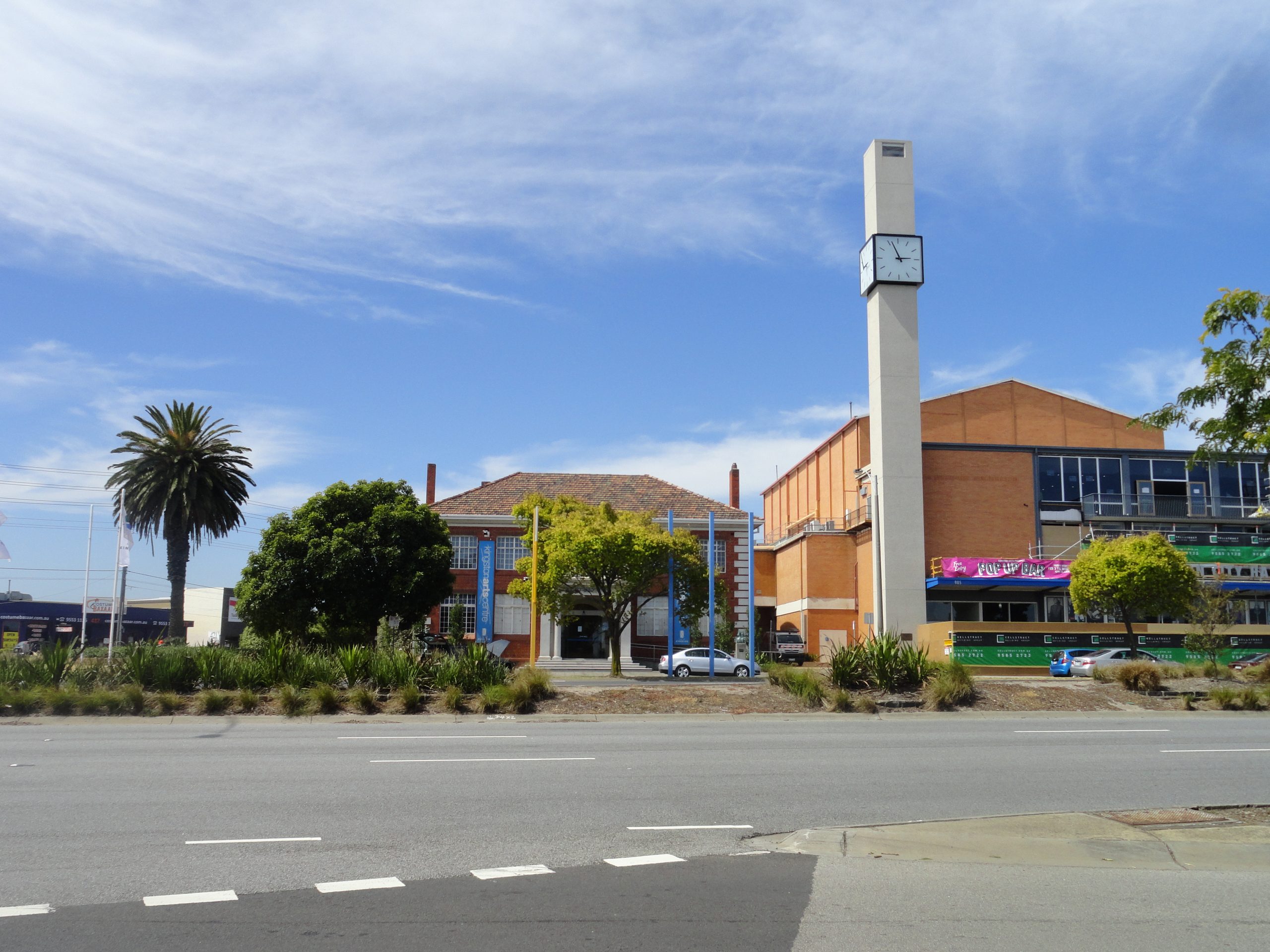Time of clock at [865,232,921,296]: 2:56
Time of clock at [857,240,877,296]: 2:56
